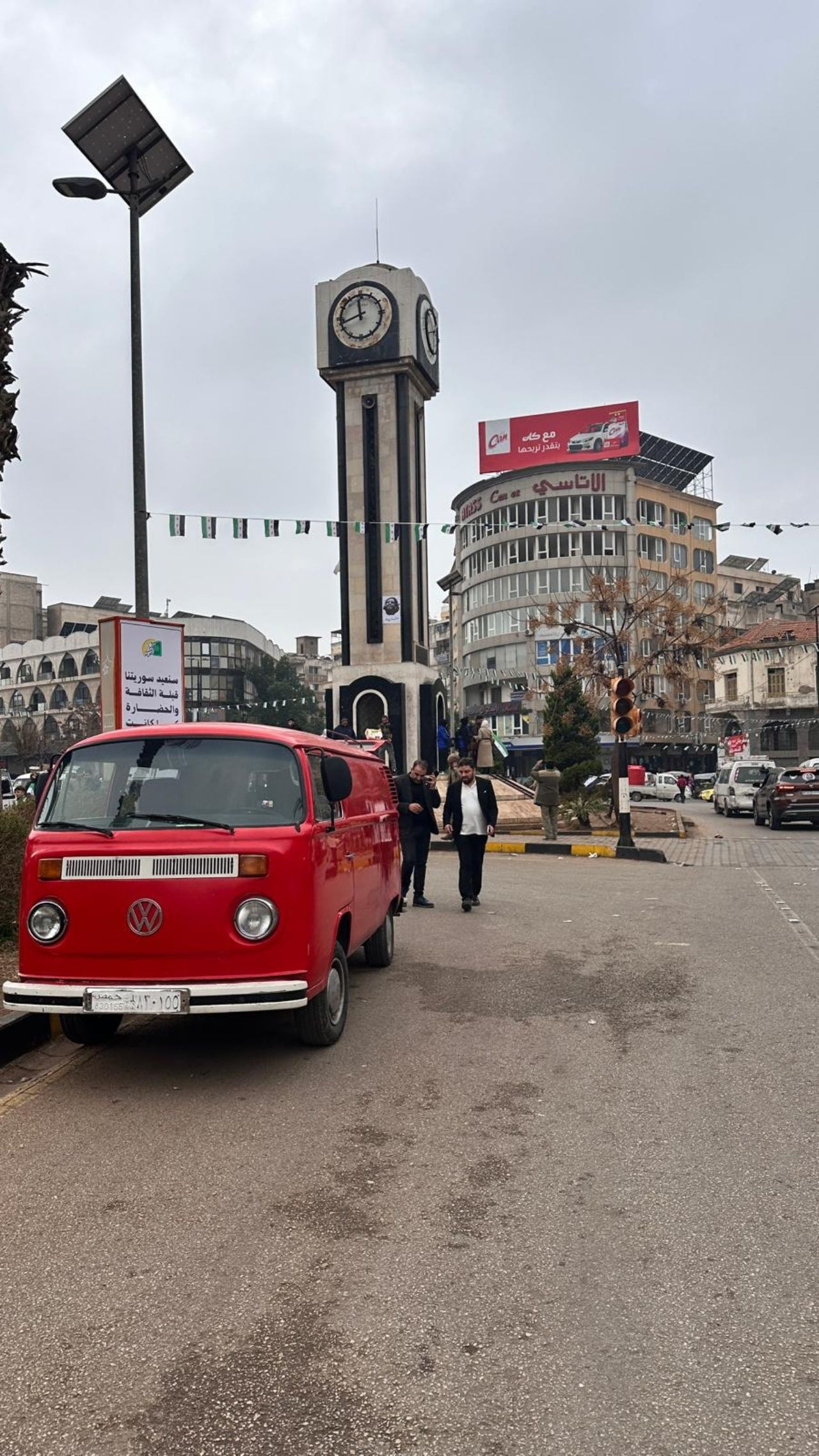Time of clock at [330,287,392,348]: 11:42
